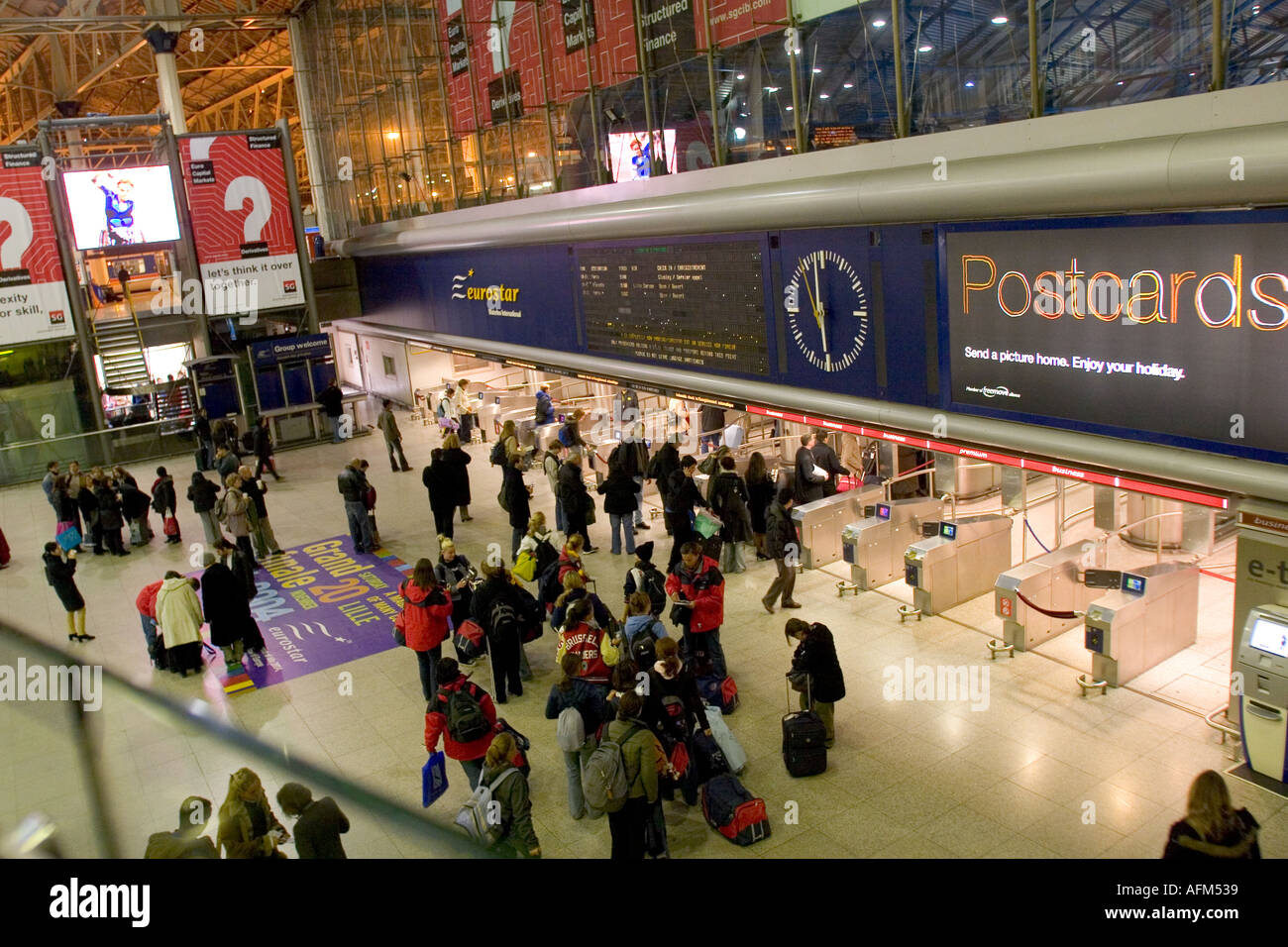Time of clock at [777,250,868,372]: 5:58
